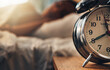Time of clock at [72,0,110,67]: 11:40
